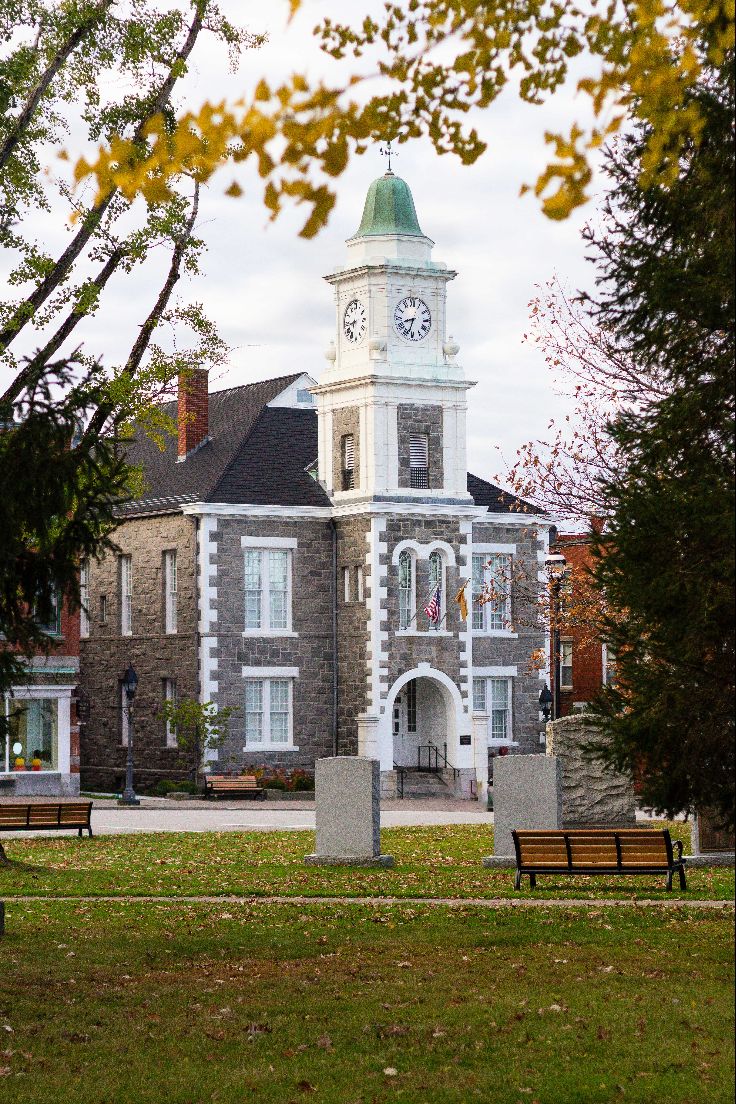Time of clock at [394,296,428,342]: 8:33
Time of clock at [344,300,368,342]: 6:43
